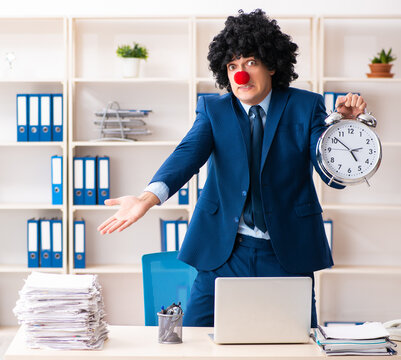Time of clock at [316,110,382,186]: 4:51
